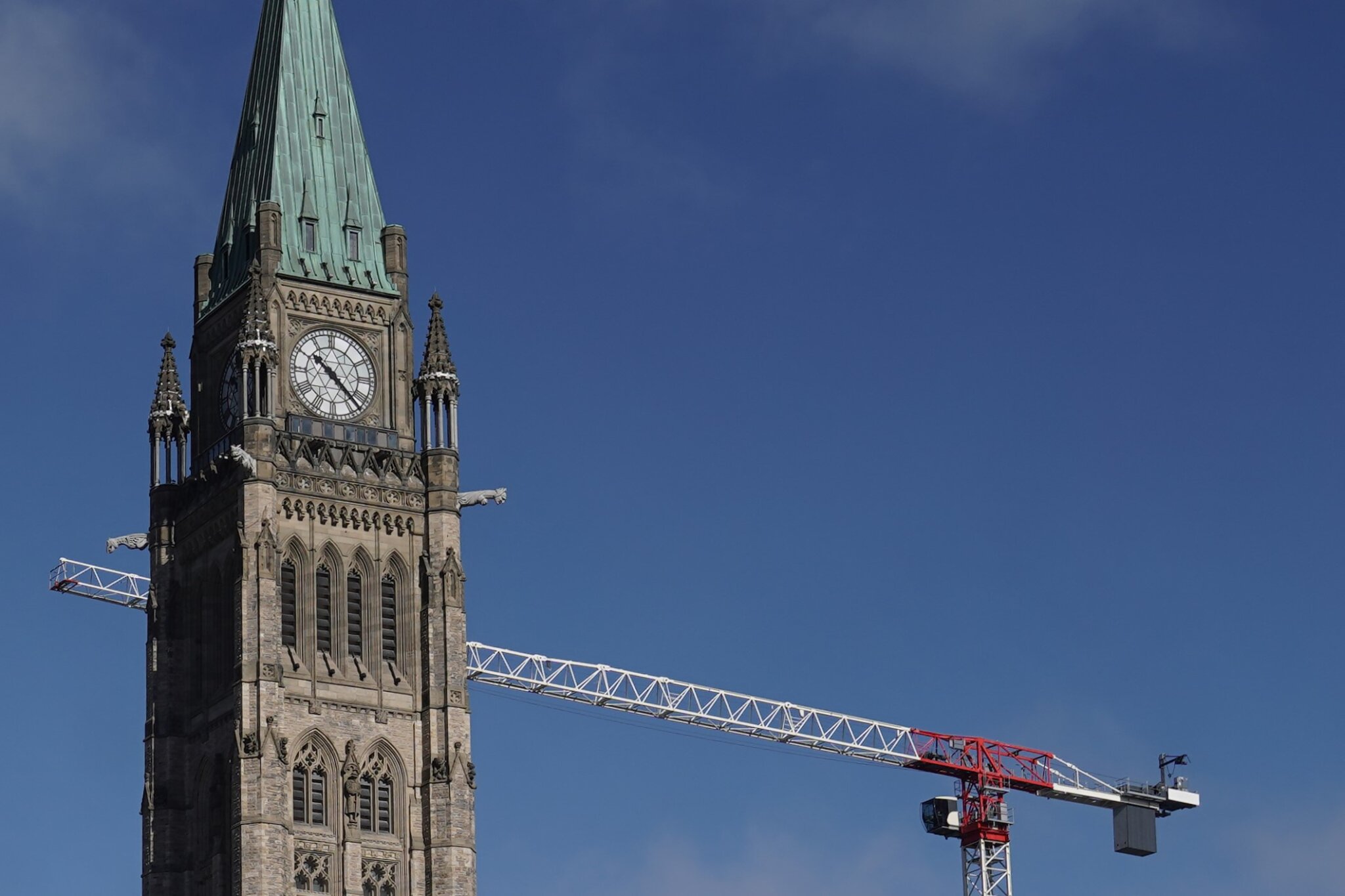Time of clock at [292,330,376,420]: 10:22
